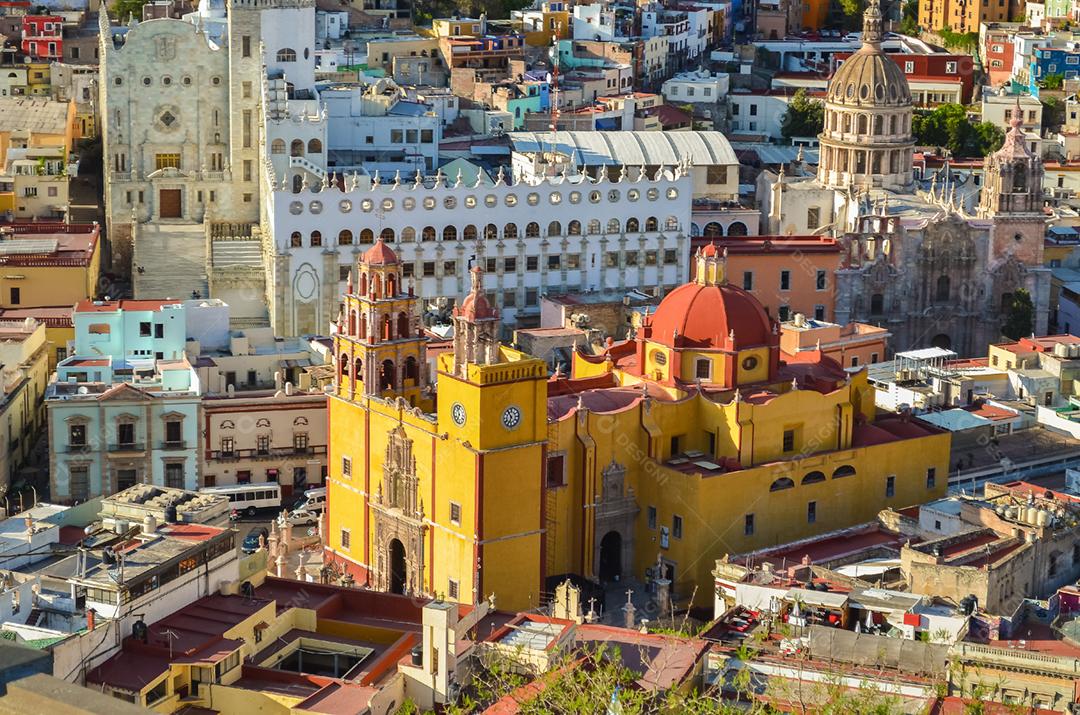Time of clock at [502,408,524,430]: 6:54
